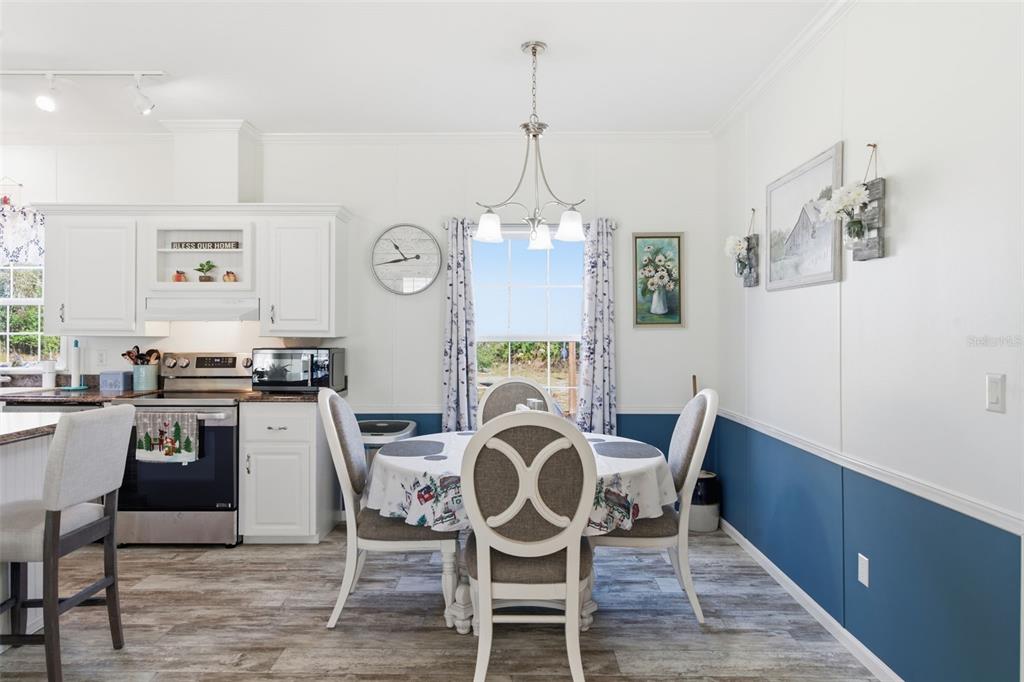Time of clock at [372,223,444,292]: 10:43
